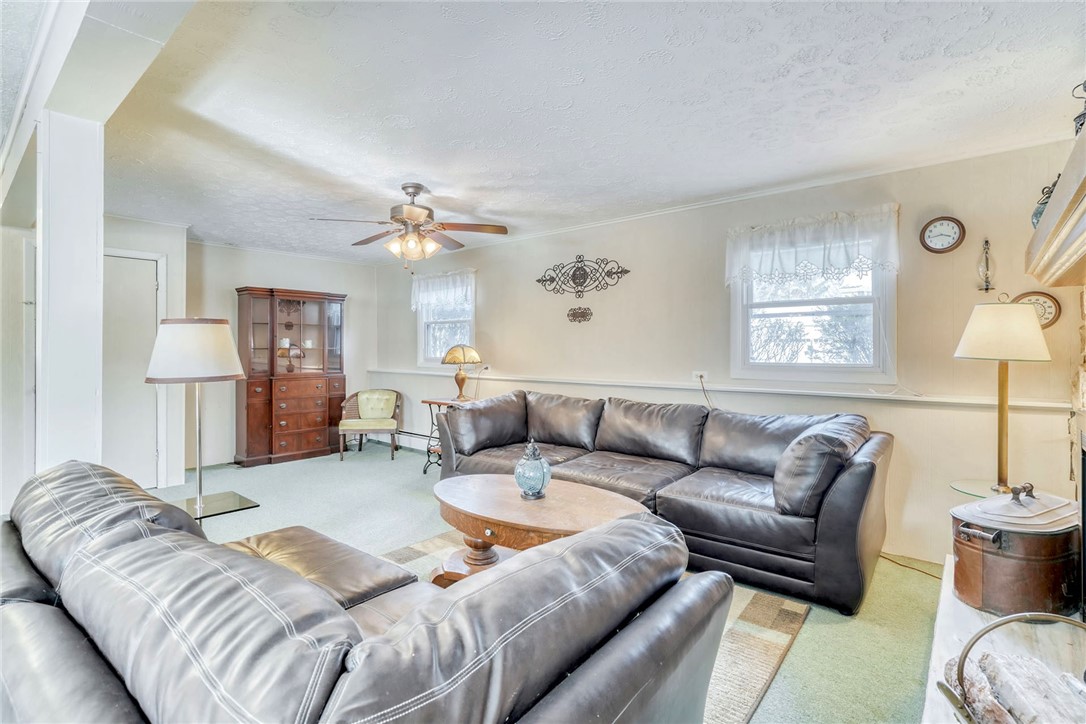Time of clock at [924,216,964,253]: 3:43
